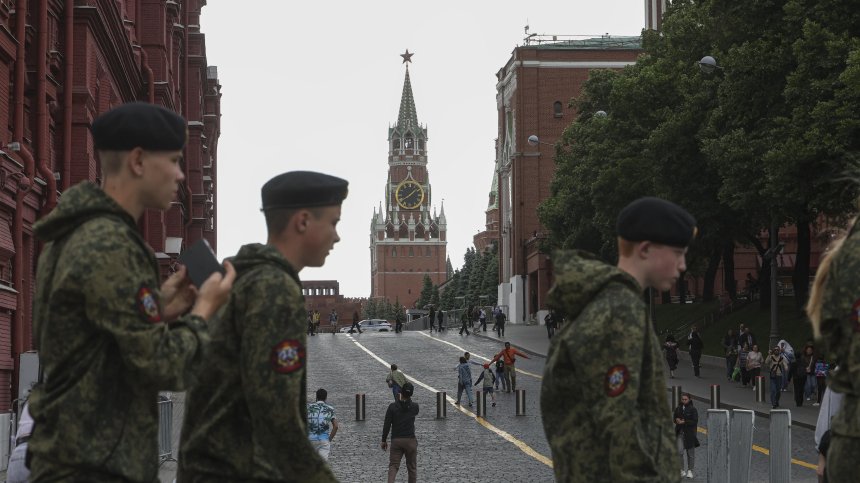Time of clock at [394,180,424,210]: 1:39
